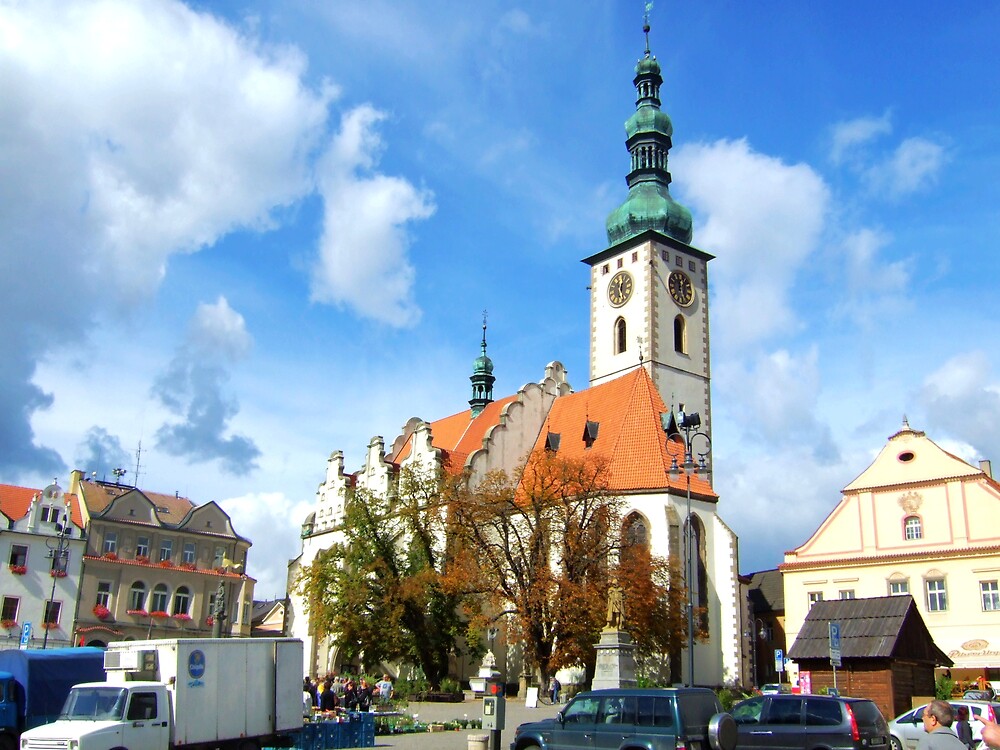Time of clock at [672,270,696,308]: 12:28
